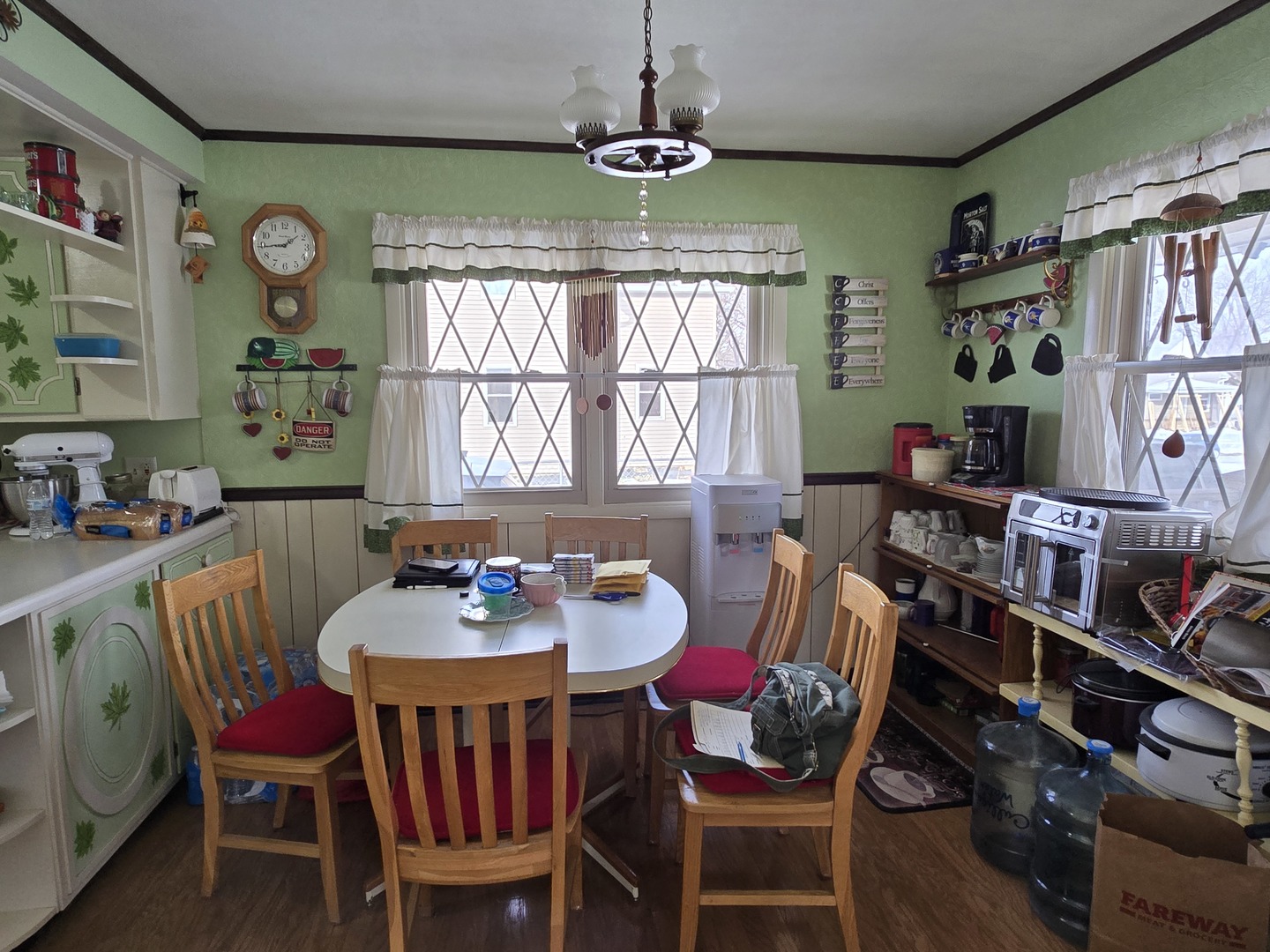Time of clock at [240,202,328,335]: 1:43
